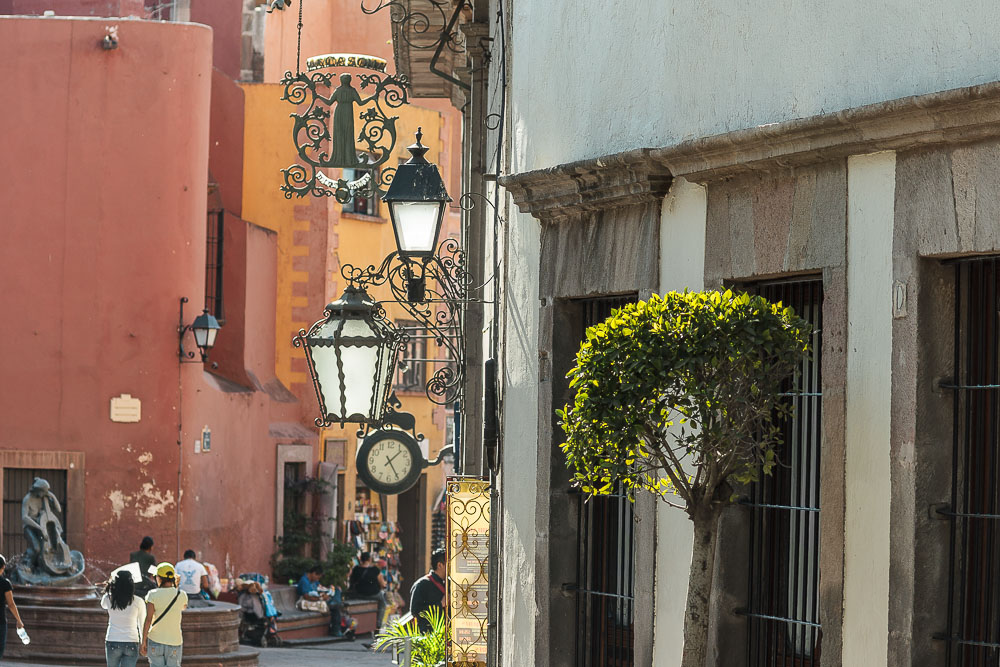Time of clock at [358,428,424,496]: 1:24
